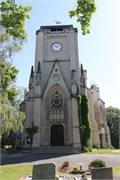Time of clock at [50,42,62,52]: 10:07
